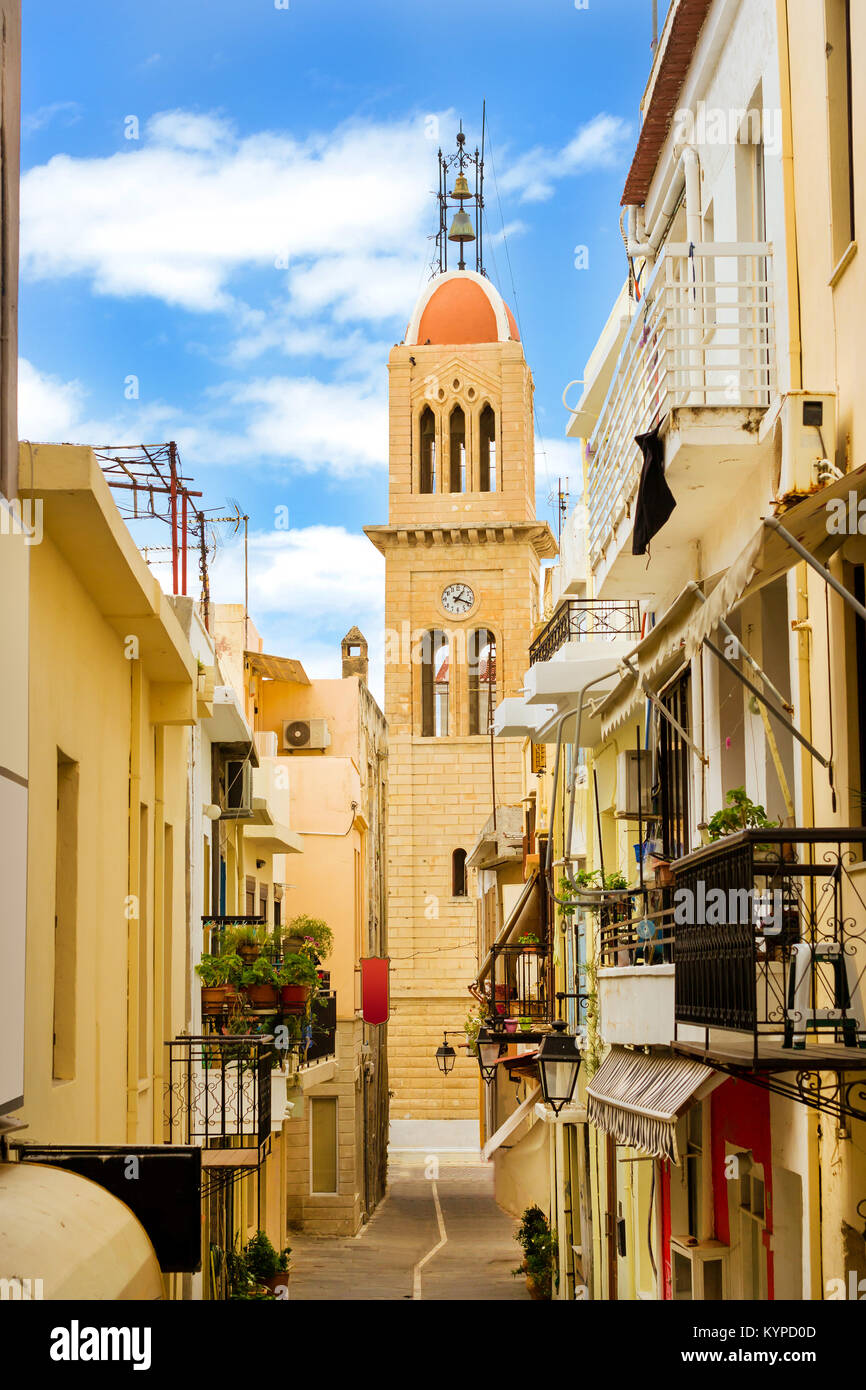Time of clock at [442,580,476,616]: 1:18
